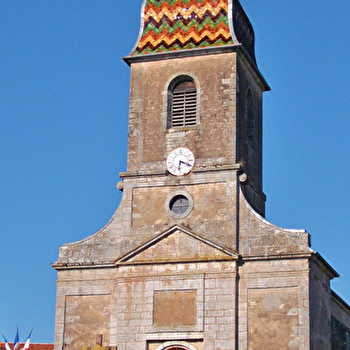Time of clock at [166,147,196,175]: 6:18
